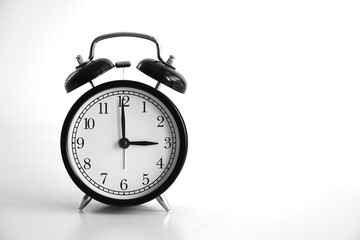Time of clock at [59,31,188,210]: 2:59
